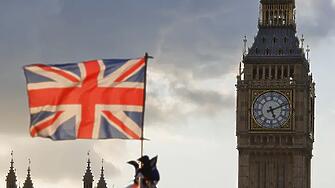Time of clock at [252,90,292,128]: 5:11
